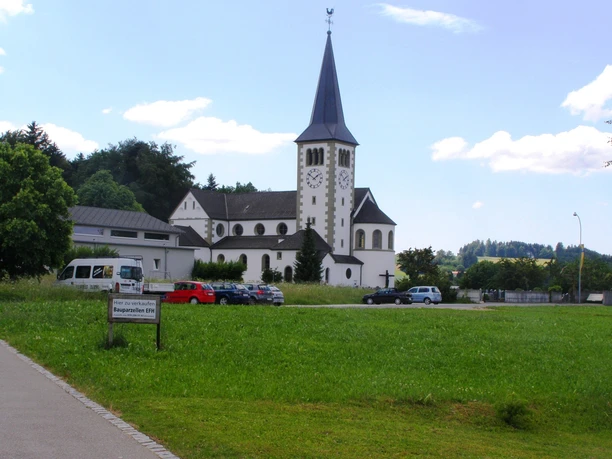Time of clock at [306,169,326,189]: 1:51
